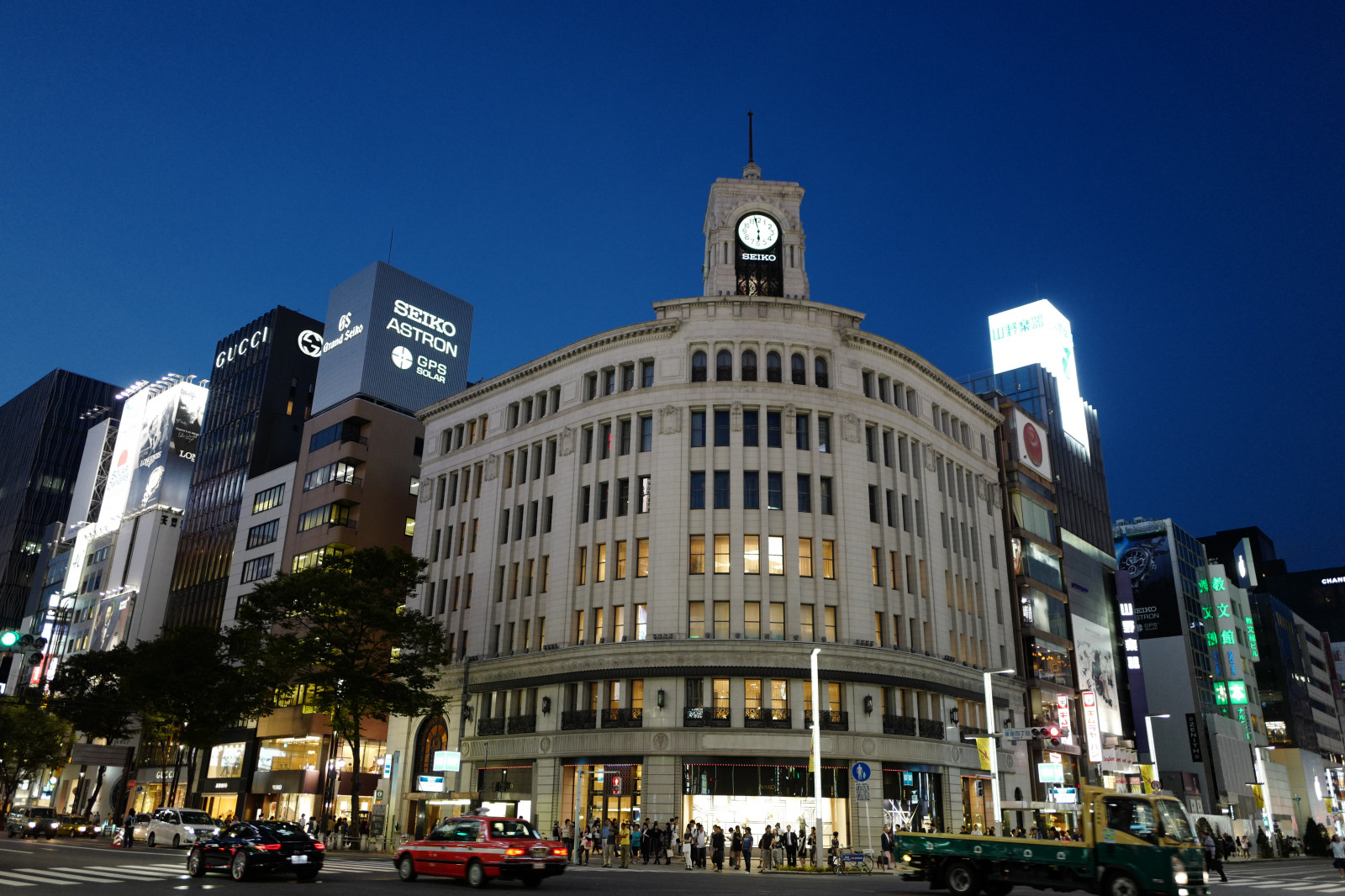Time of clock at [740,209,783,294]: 5:58
